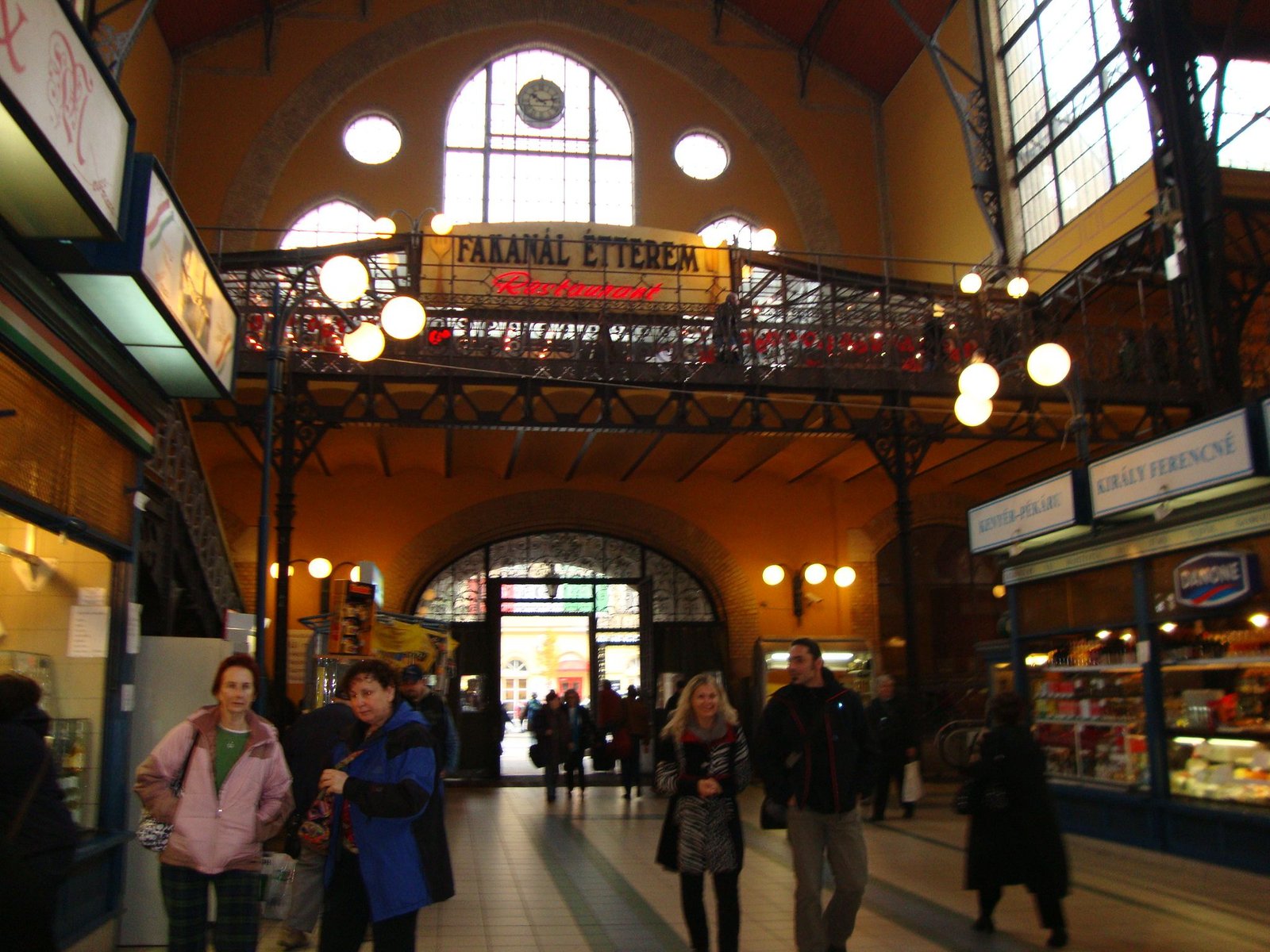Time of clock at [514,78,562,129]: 10:13
